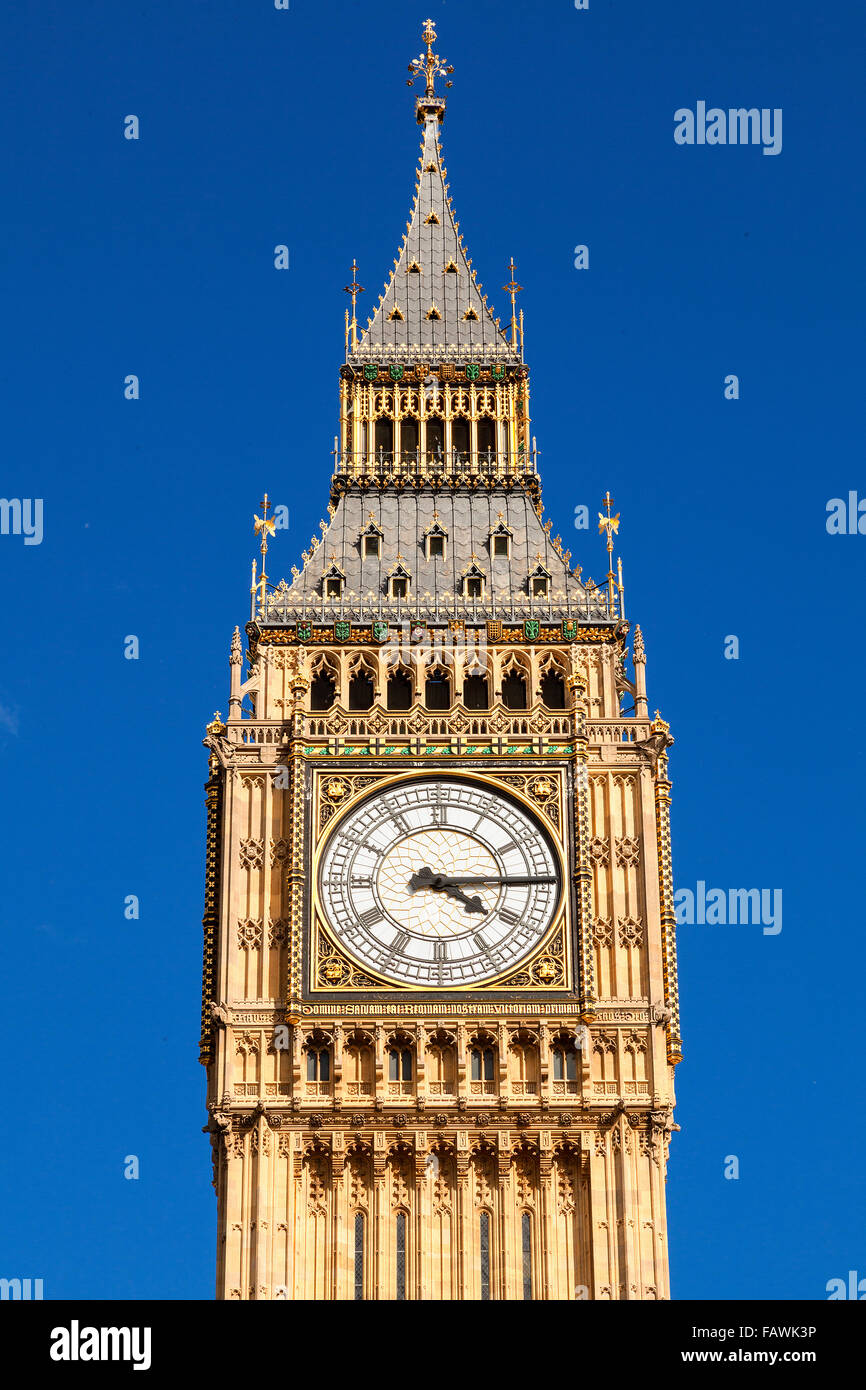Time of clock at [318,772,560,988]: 4:14
